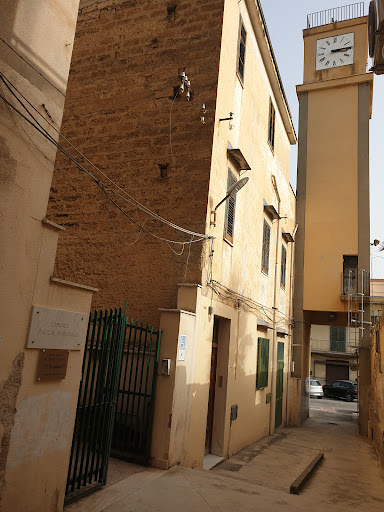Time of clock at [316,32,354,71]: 3:14
